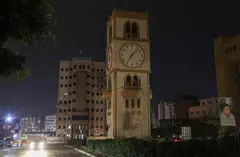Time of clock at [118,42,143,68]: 7:07
